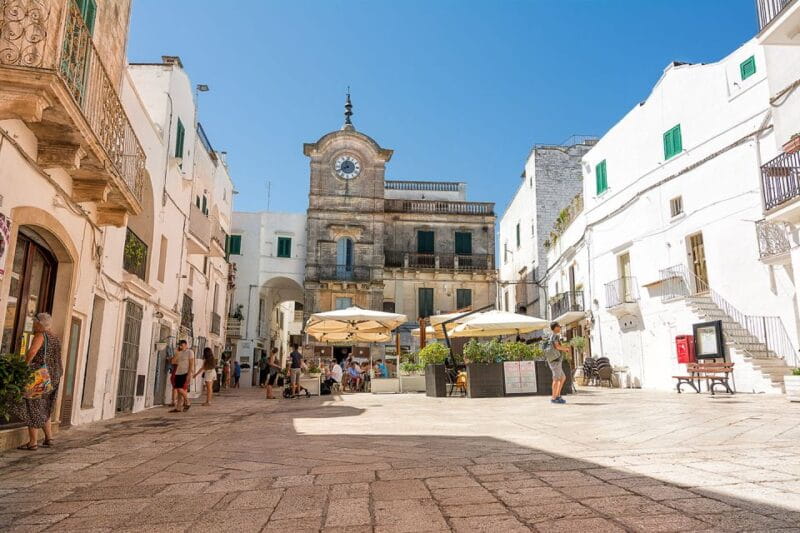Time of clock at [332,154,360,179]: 11:40
